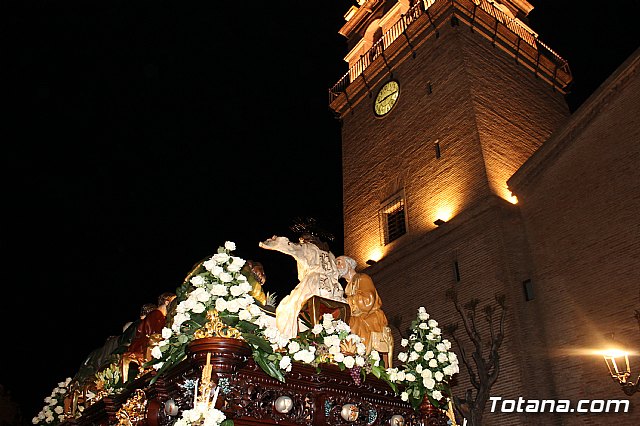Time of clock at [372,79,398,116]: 8:12
